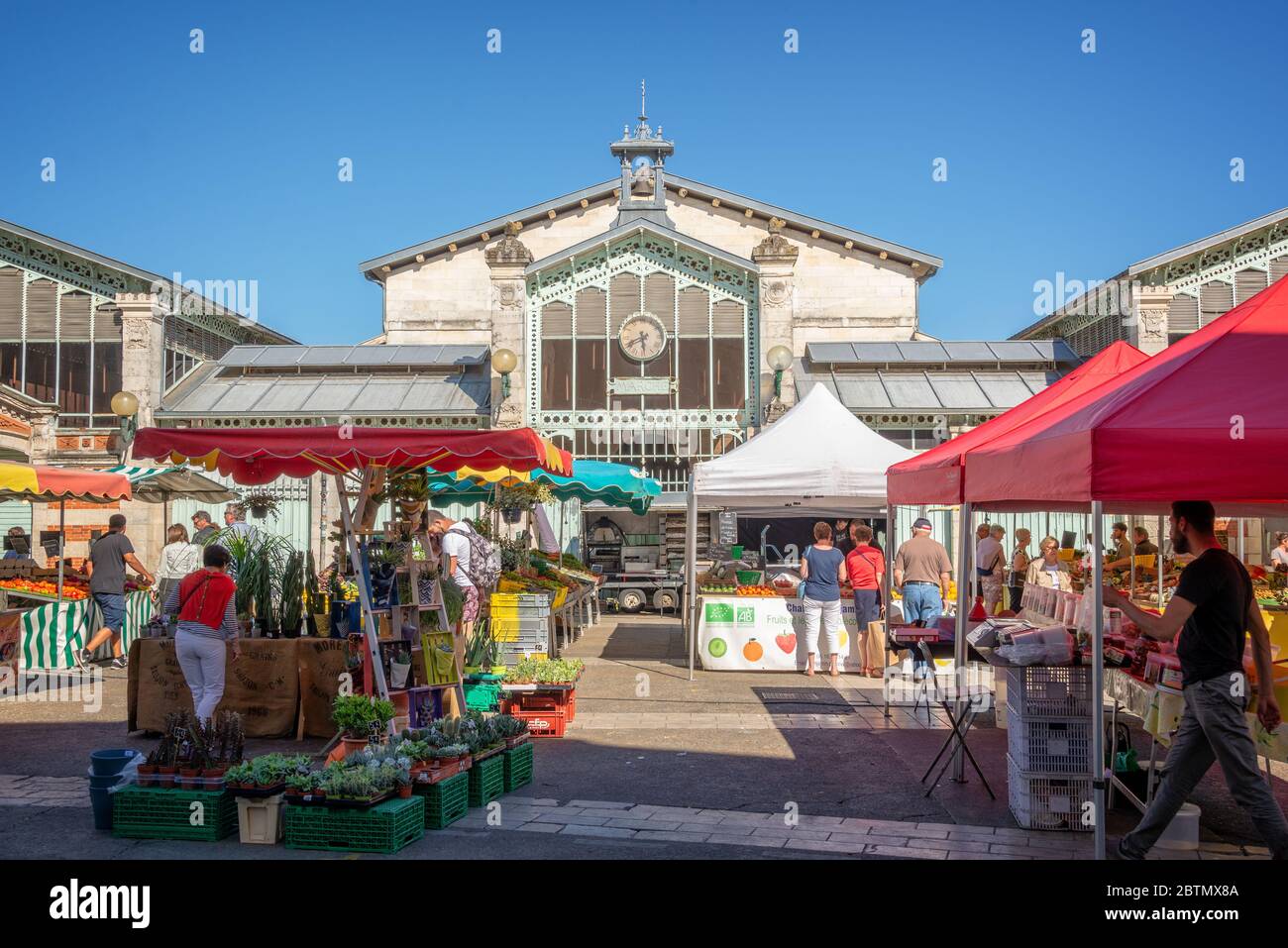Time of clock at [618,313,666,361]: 5:40
